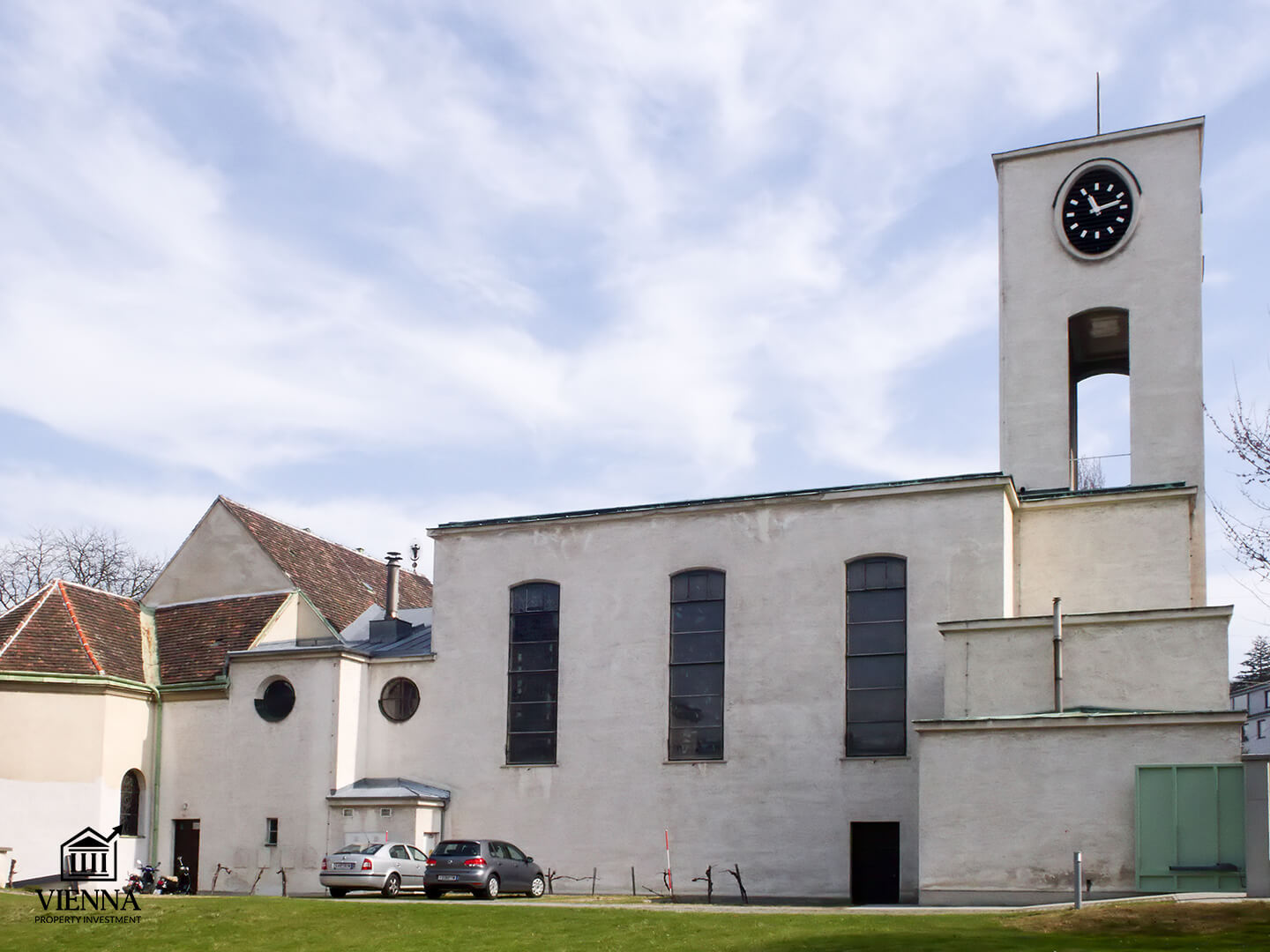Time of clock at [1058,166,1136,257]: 11:12
